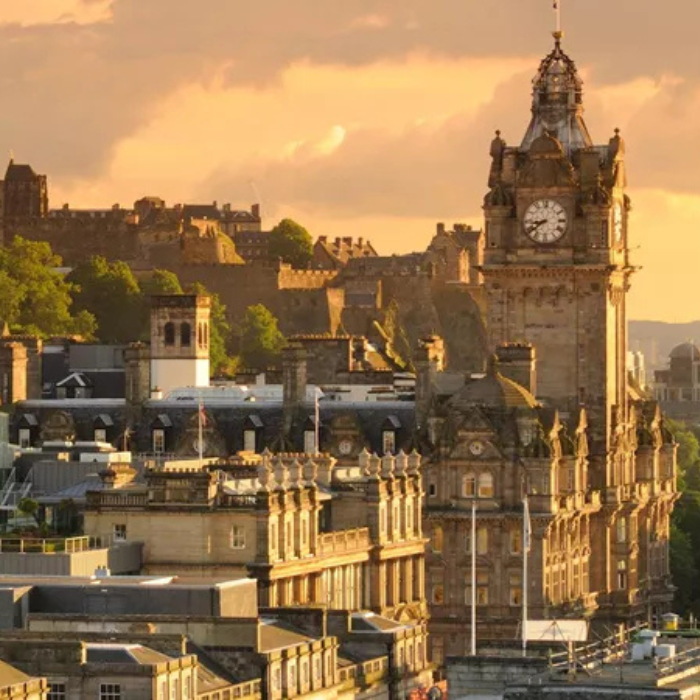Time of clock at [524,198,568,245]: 8:39
